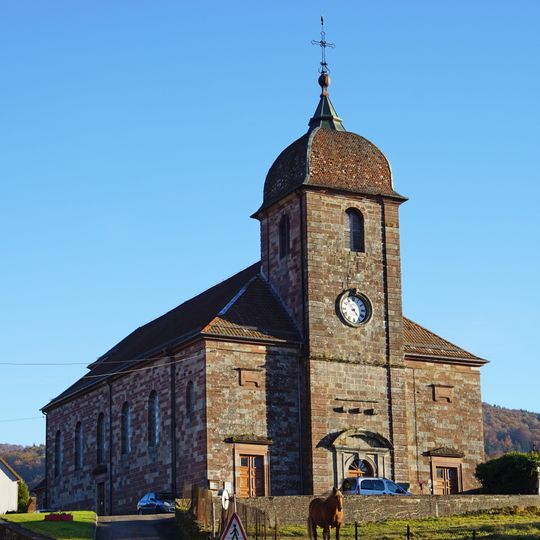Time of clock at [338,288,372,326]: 4:53
